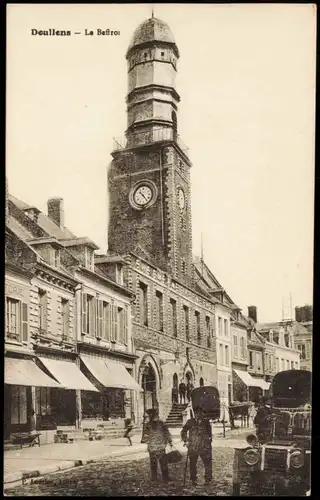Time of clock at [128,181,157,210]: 10:23
